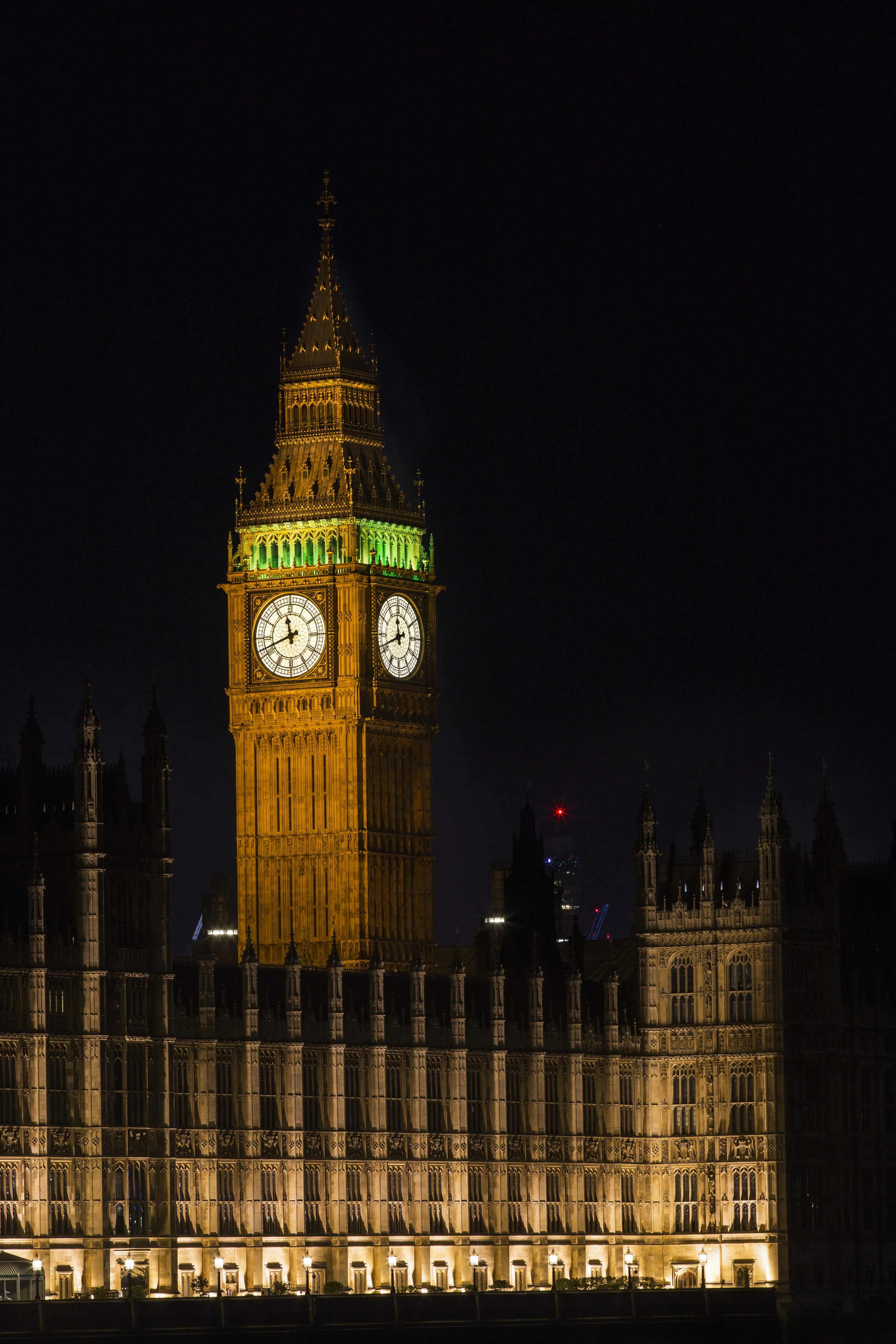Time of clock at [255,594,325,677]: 11:41
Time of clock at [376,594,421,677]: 11:41
